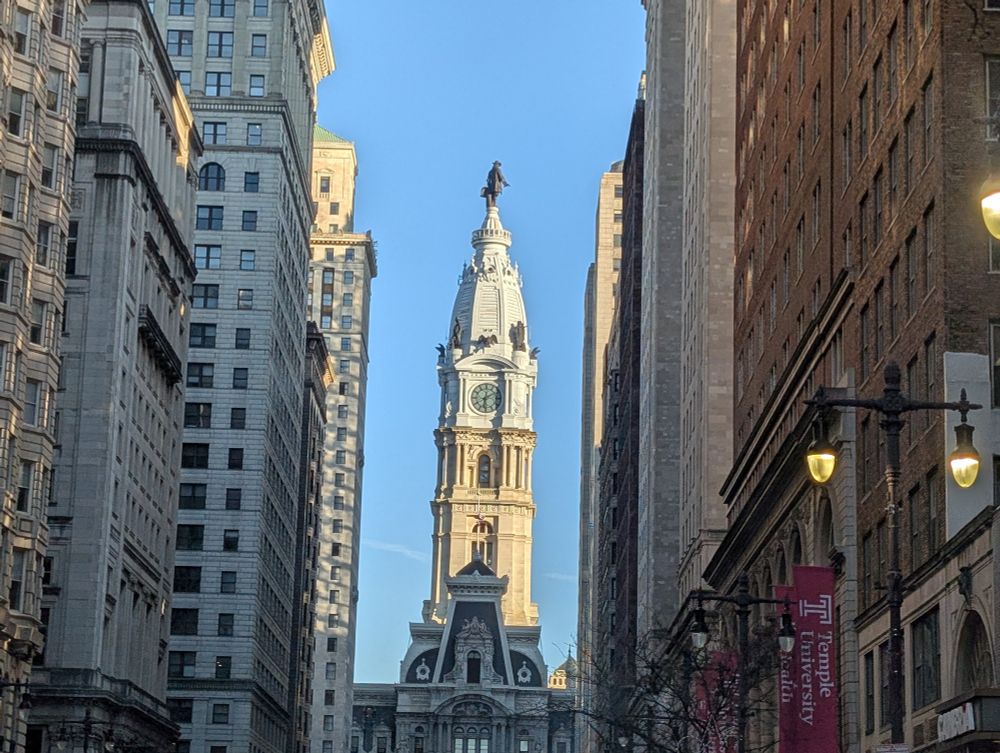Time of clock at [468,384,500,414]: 6:10
